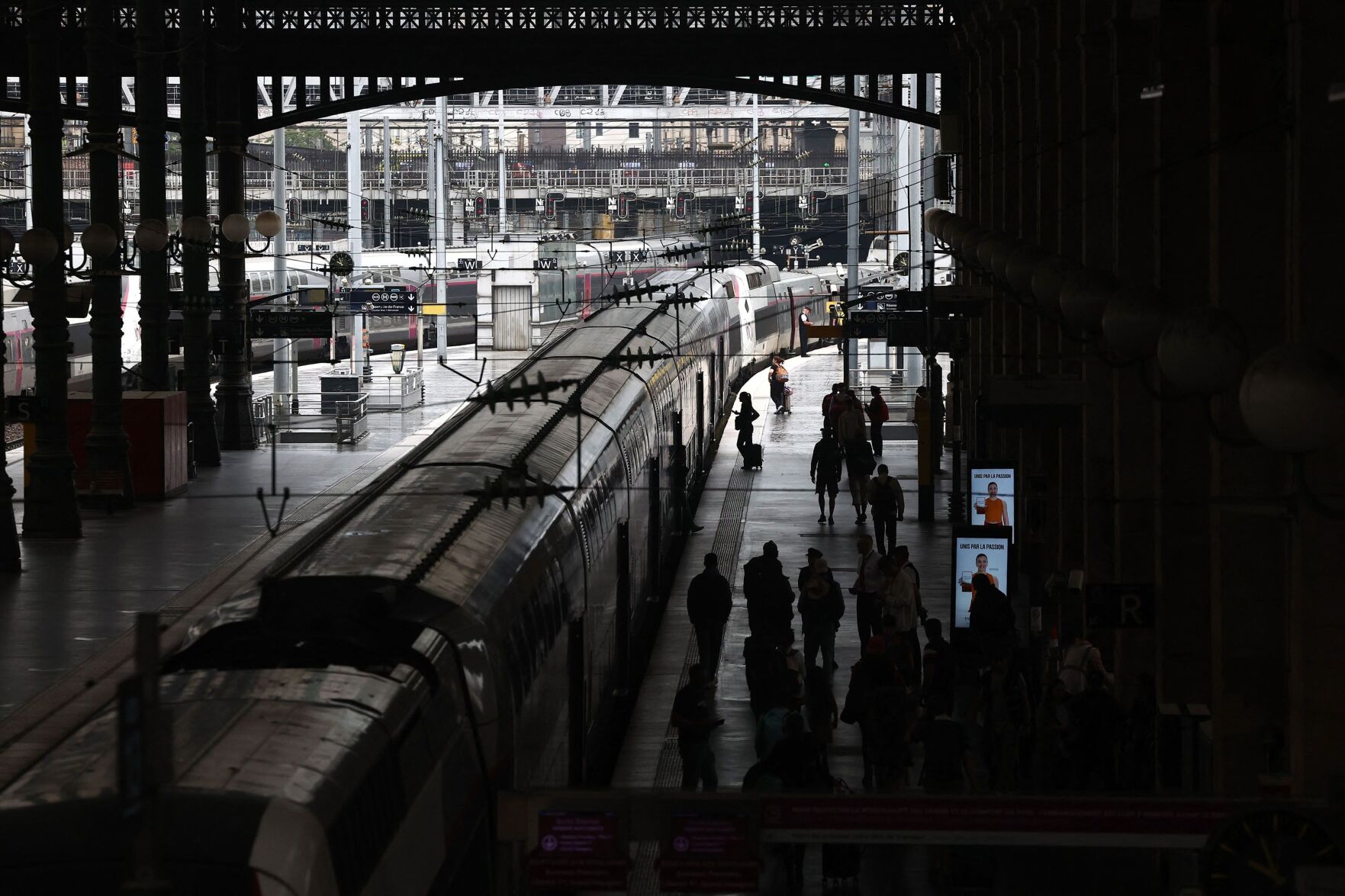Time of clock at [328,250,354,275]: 9:56
